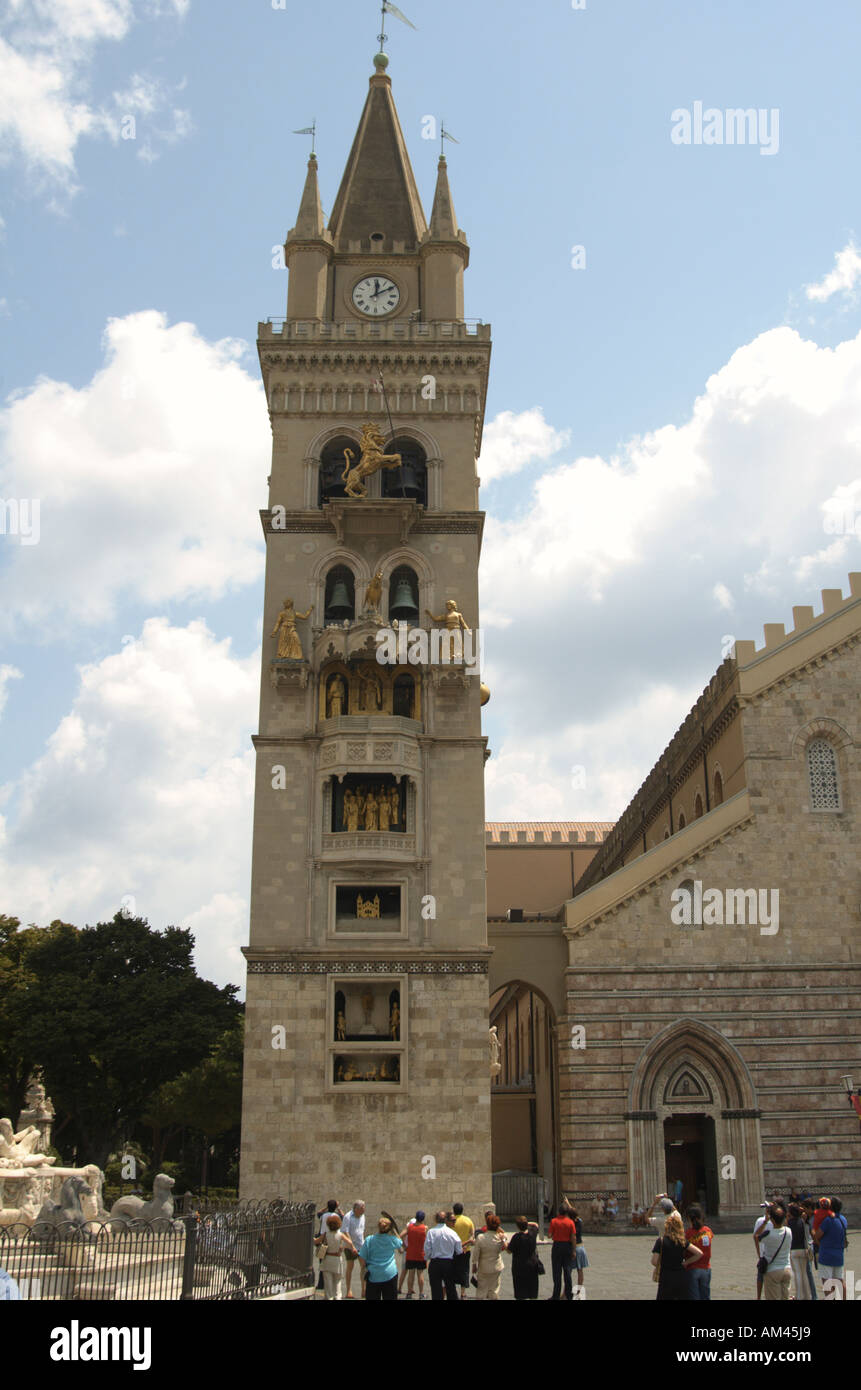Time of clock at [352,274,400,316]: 12:09
